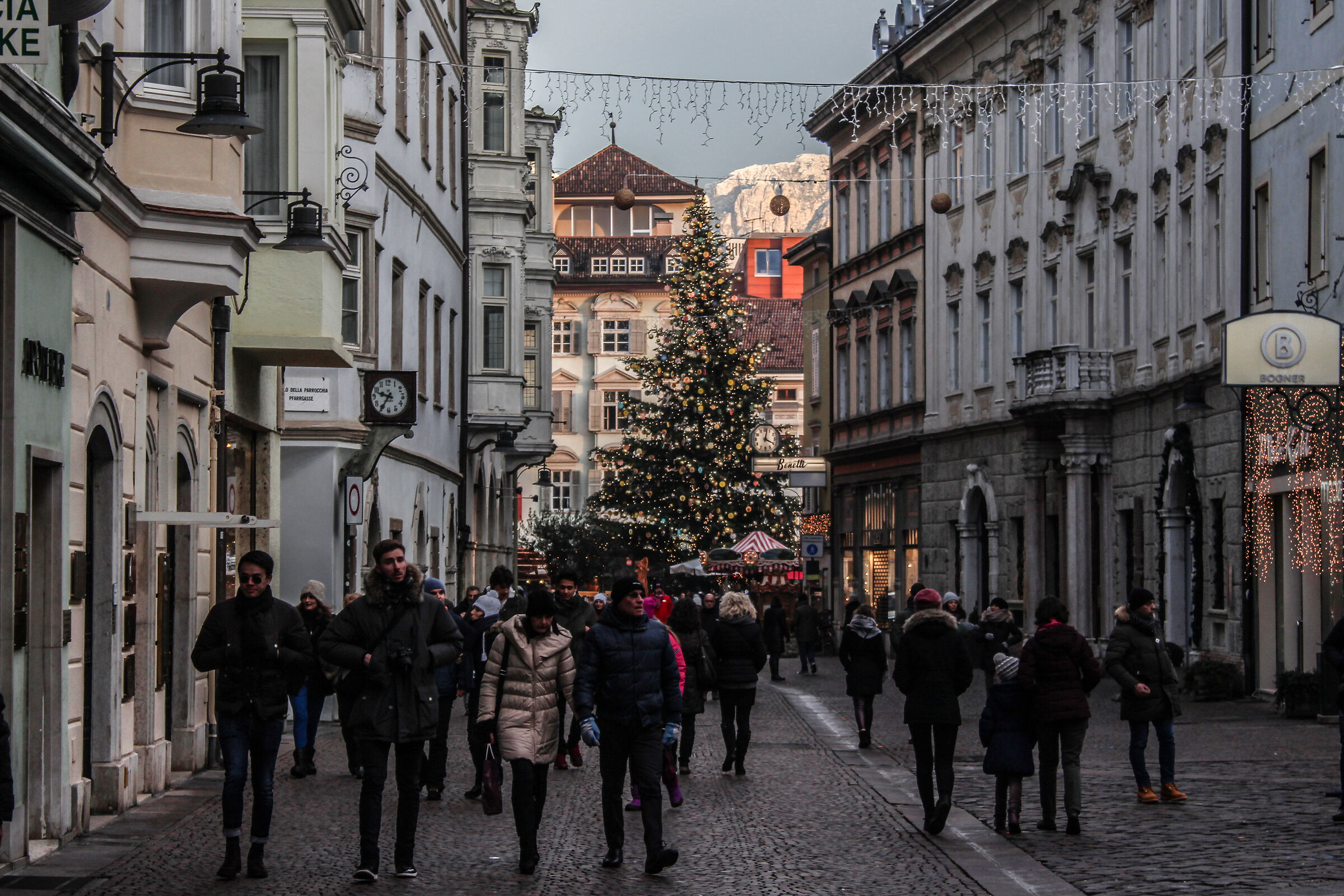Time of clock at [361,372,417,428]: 9:35
